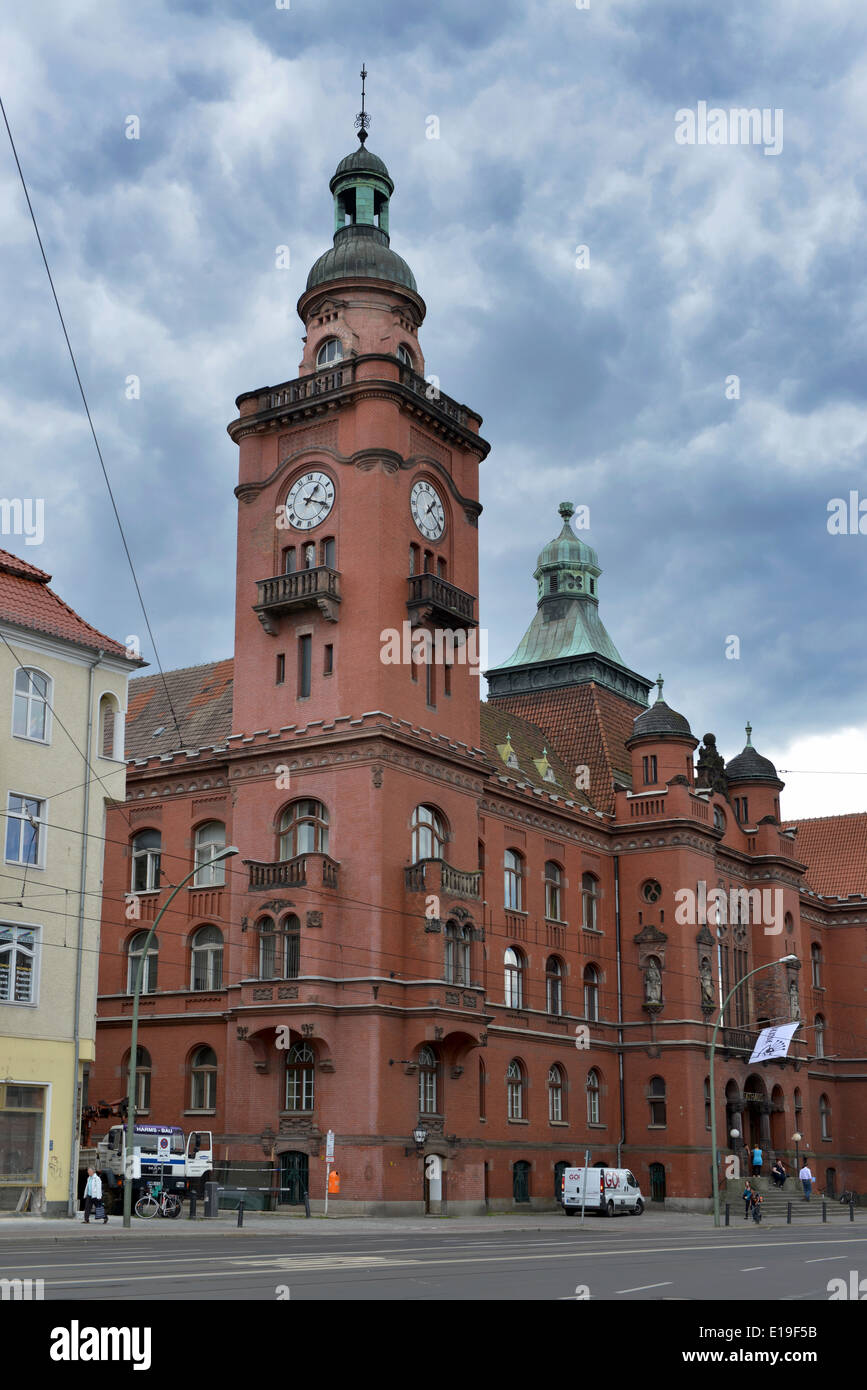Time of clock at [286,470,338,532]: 1:18
